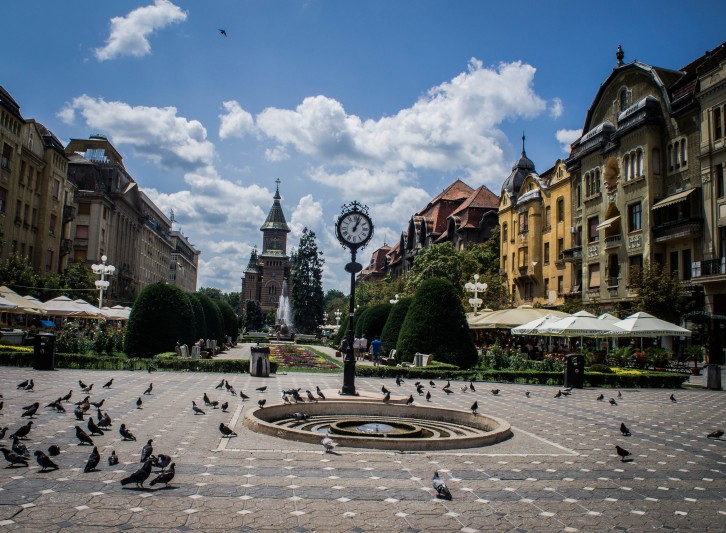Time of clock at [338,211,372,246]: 1:02
